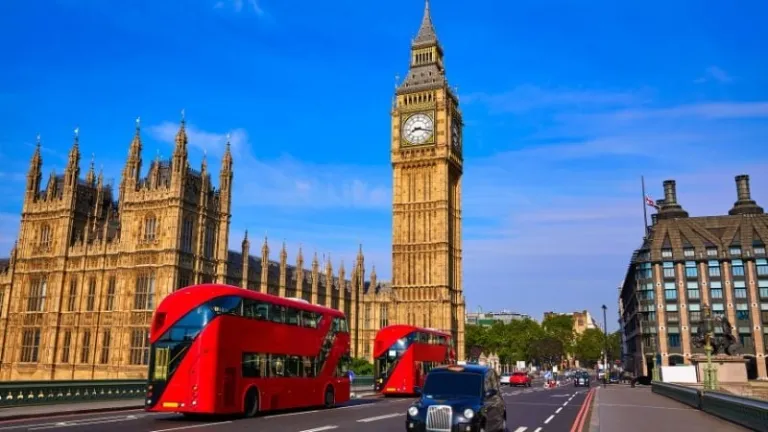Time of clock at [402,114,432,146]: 8:17
